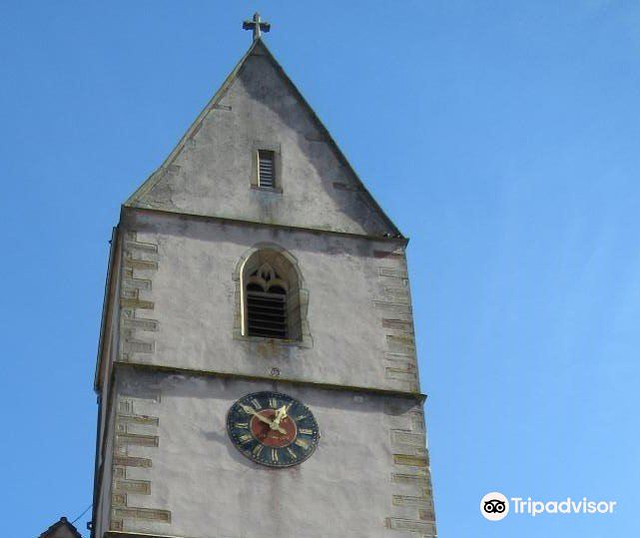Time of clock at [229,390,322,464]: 12:51
